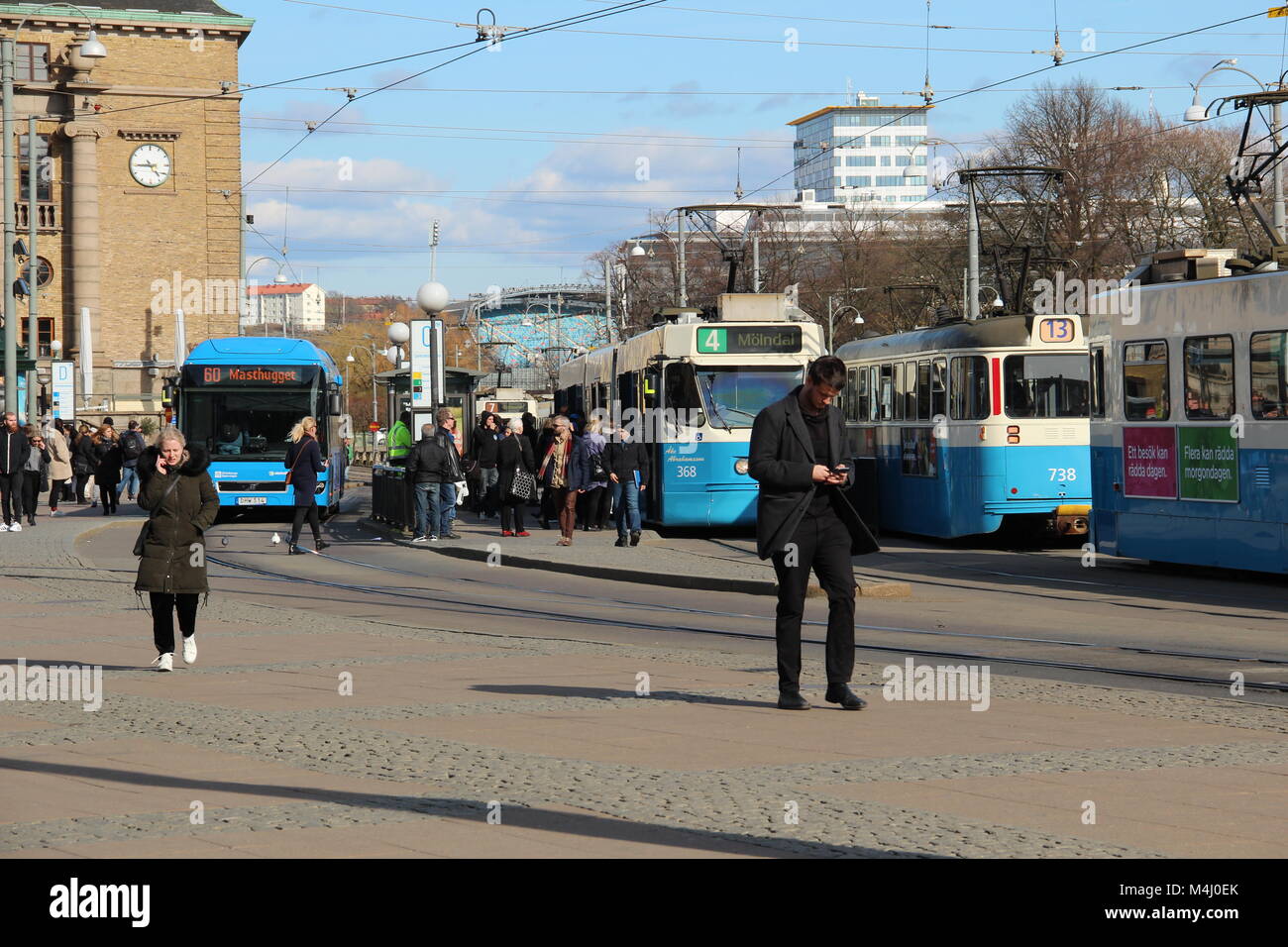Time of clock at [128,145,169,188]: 4:44
